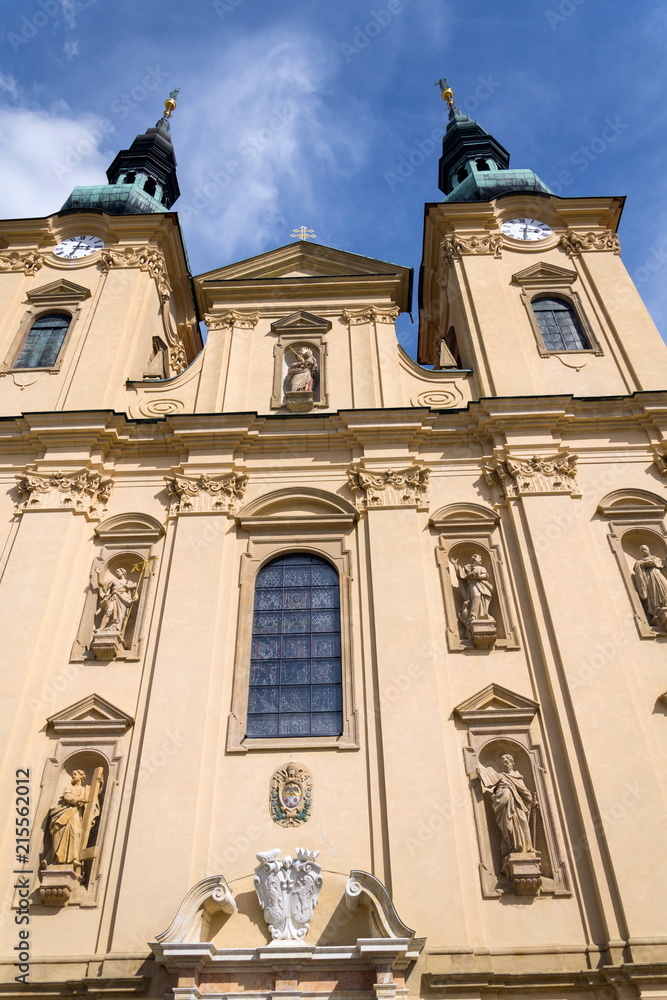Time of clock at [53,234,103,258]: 3:33
